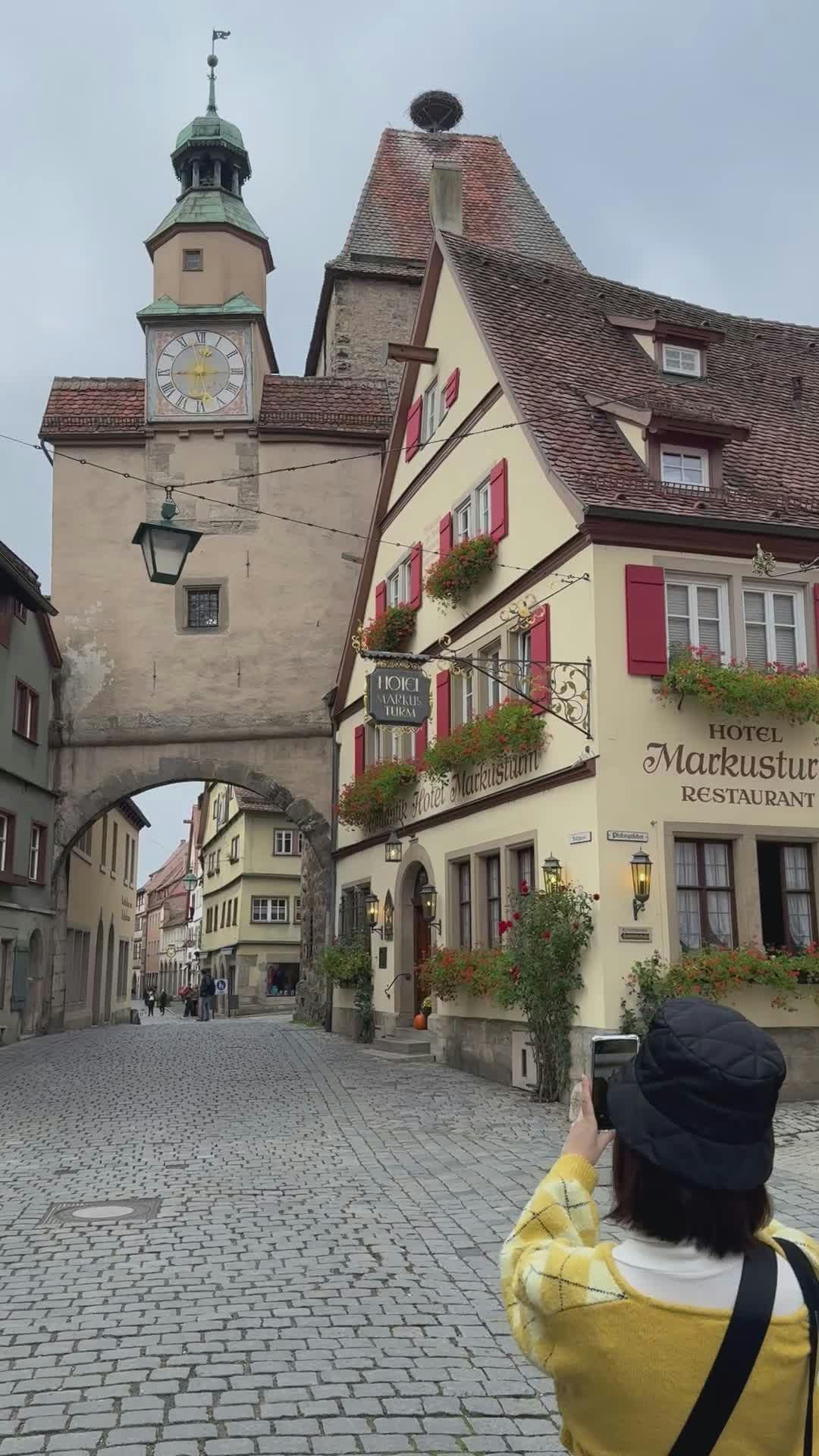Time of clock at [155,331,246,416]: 9:01
